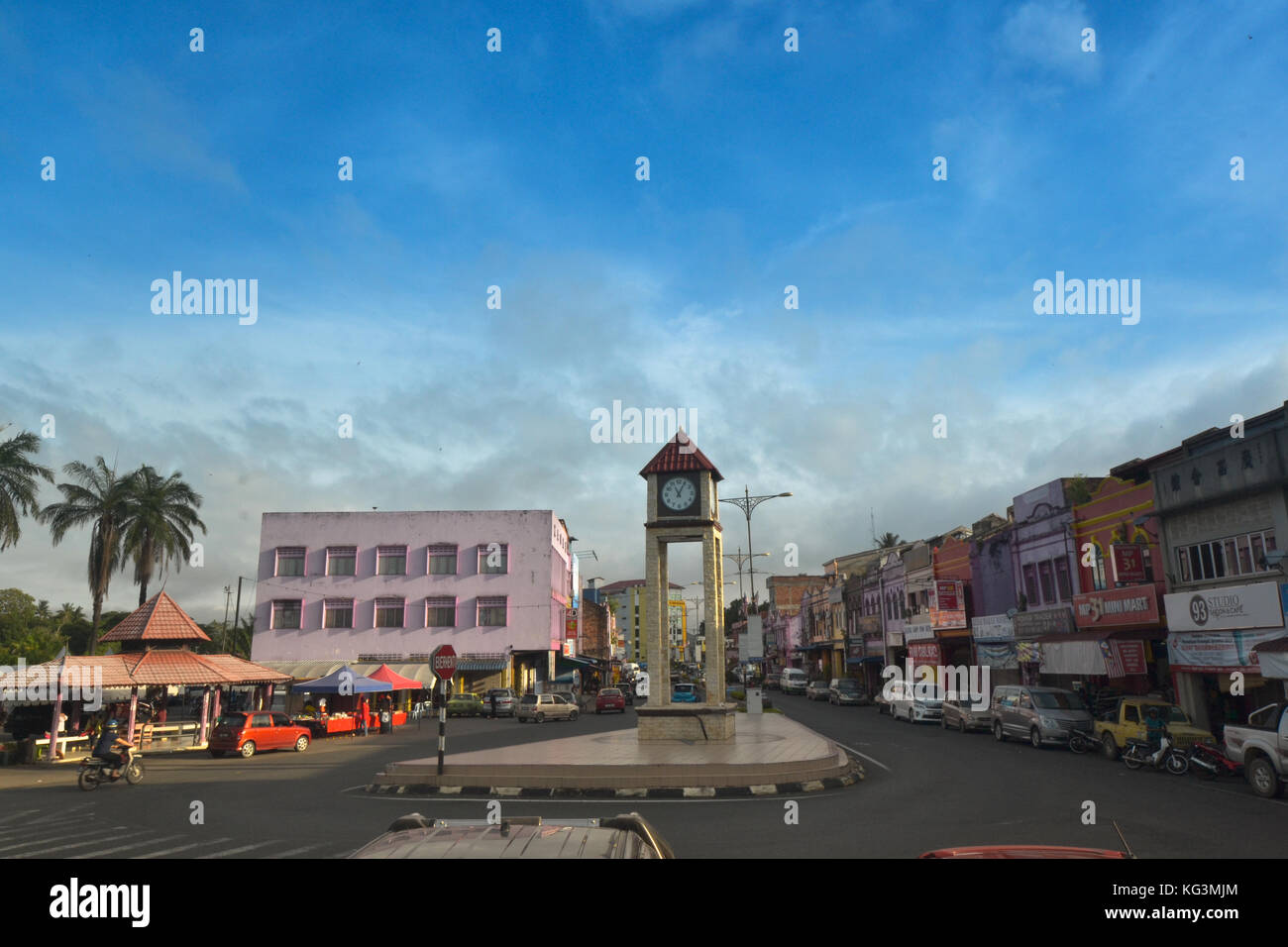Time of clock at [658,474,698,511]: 11:05
